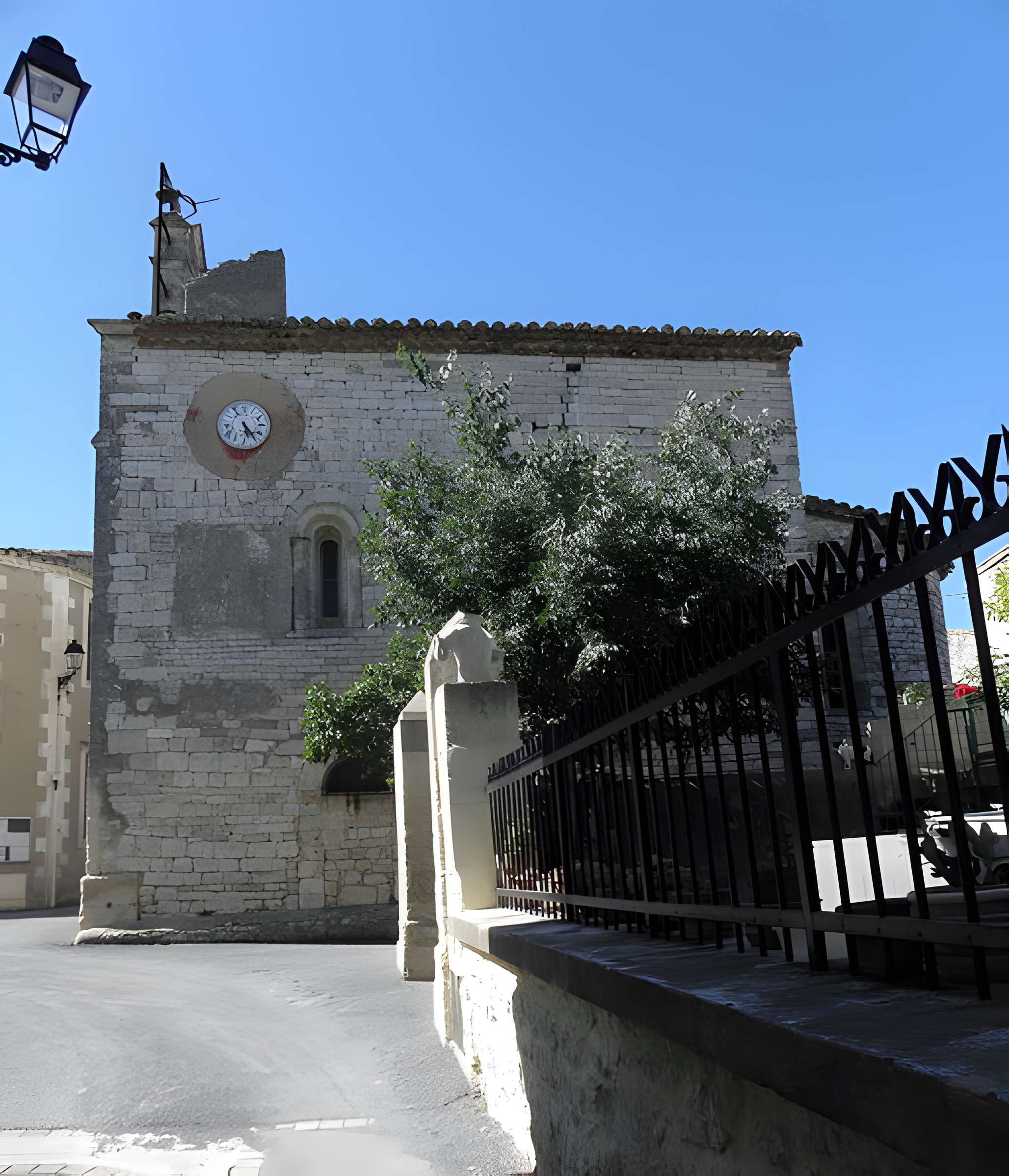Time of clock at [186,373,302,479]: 5:23
